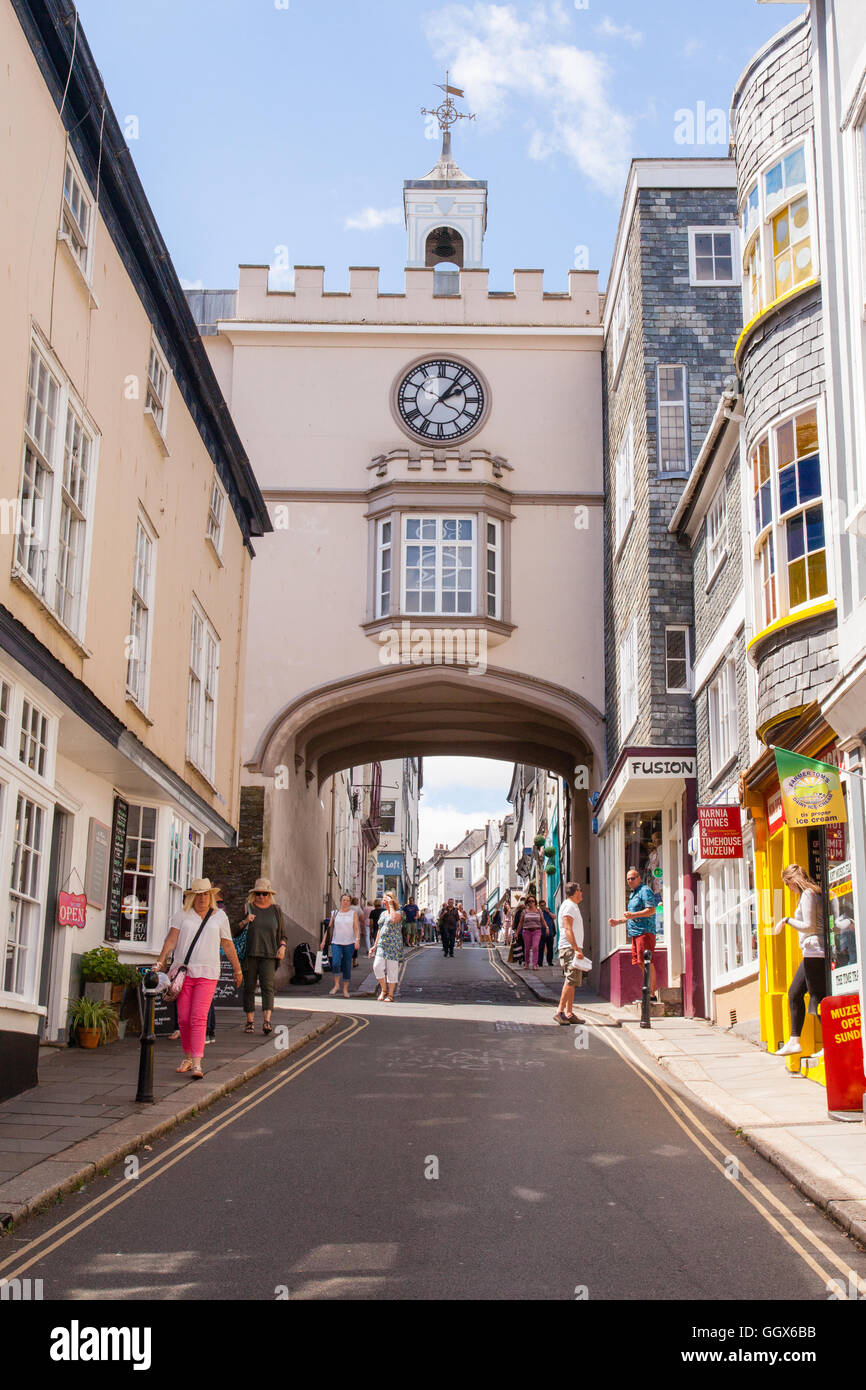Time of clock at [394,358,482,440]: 2:06
